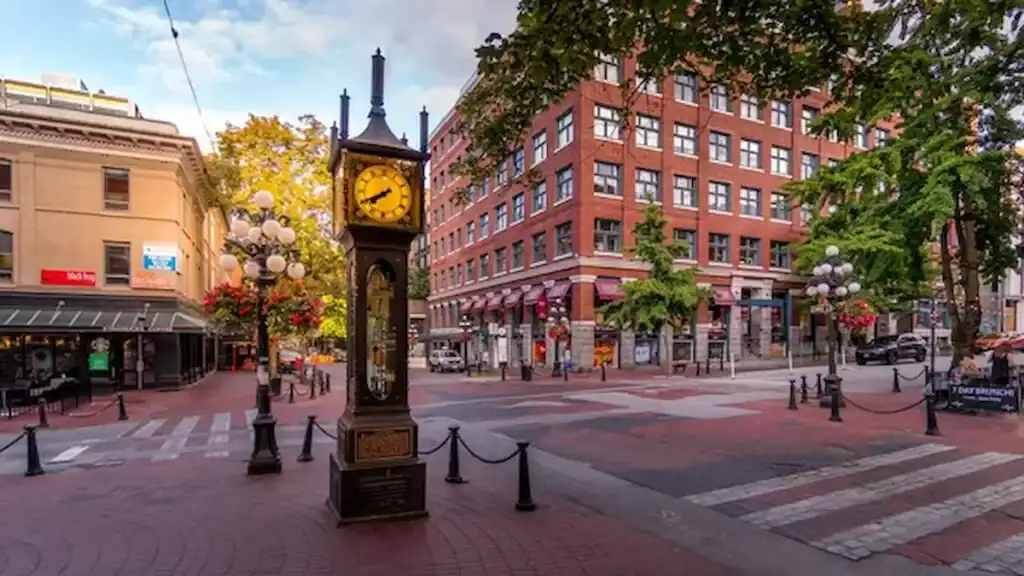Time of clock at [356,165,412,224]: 7:40
